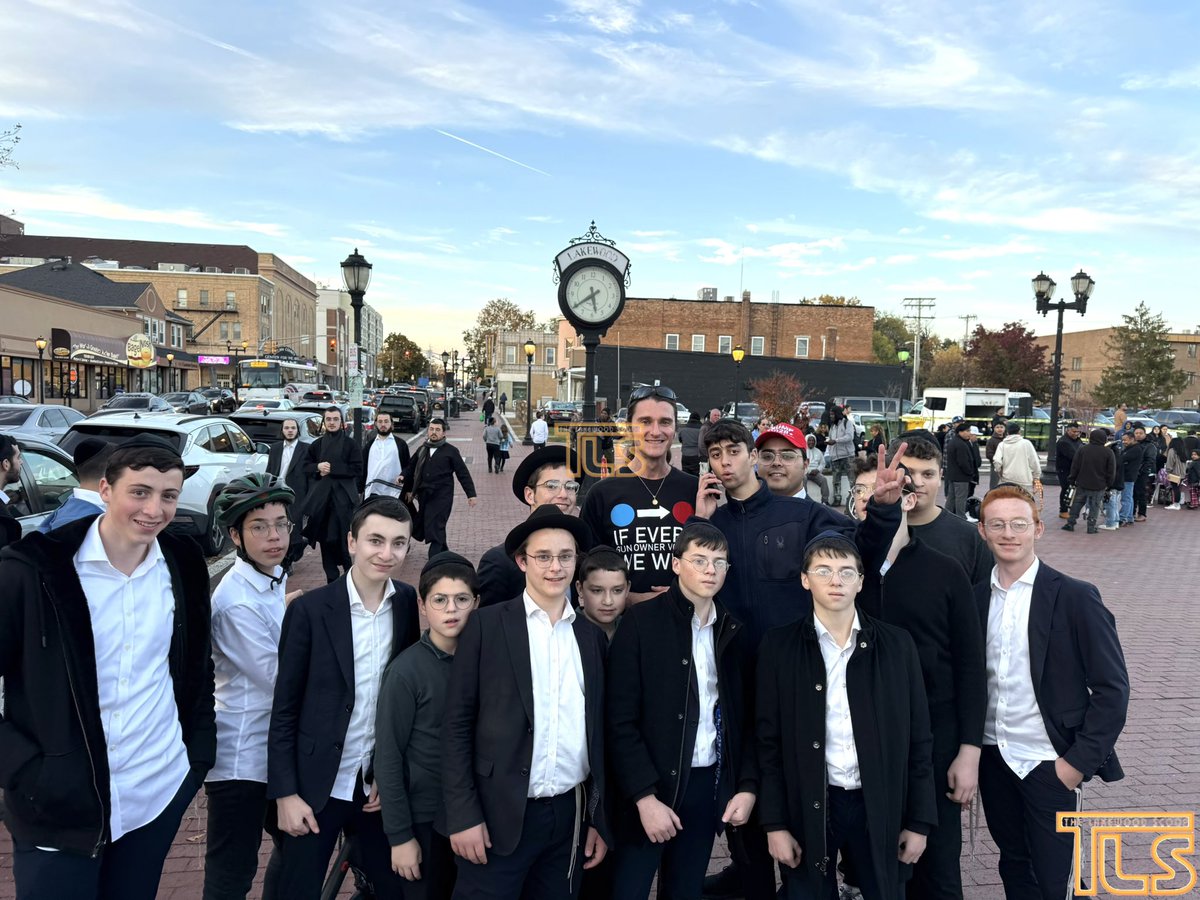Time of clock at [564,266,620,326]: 5:39
